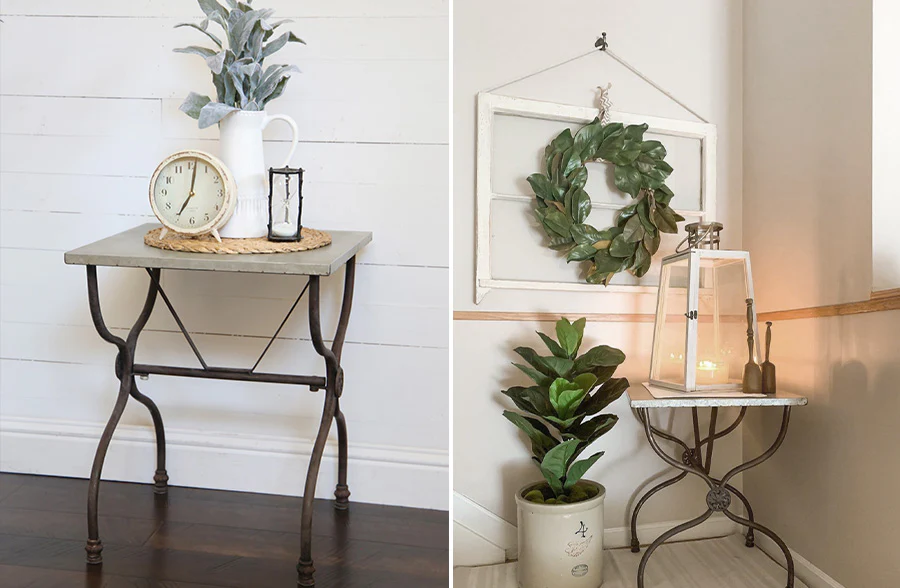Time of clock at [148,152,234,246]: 7:01
